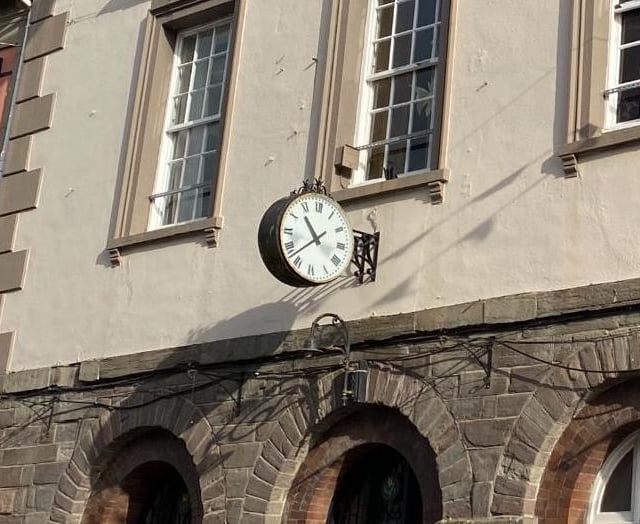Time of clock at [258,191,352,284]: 10:37
